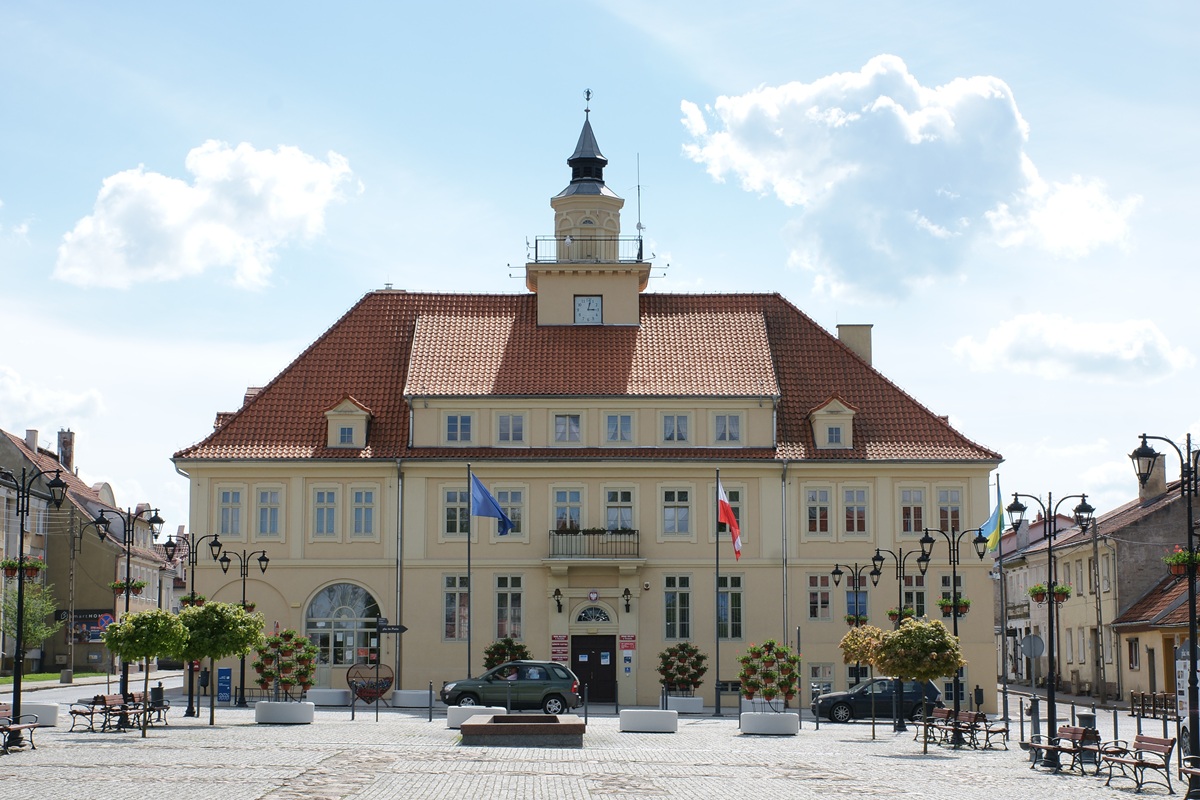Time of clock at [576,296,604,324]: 3:02
